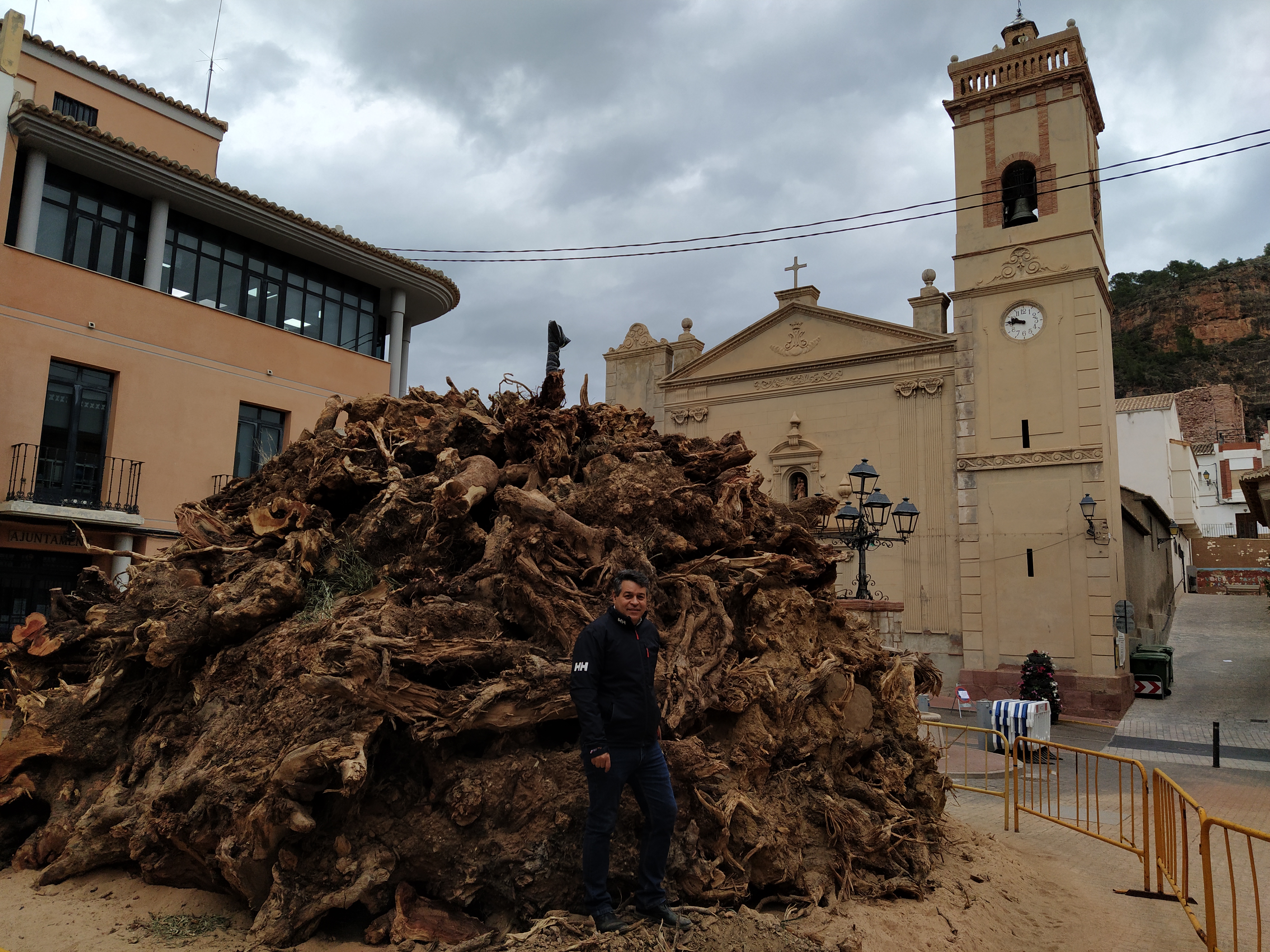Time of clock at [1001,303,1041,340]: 9:46
